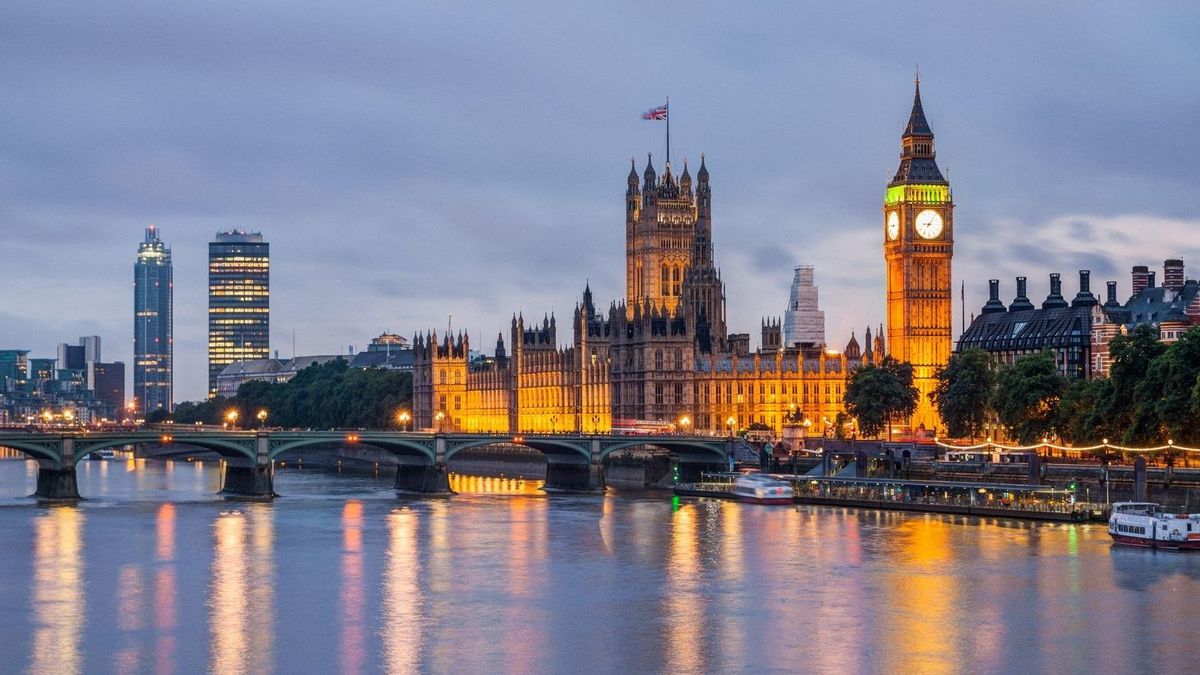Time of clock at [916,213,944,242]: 9:06
